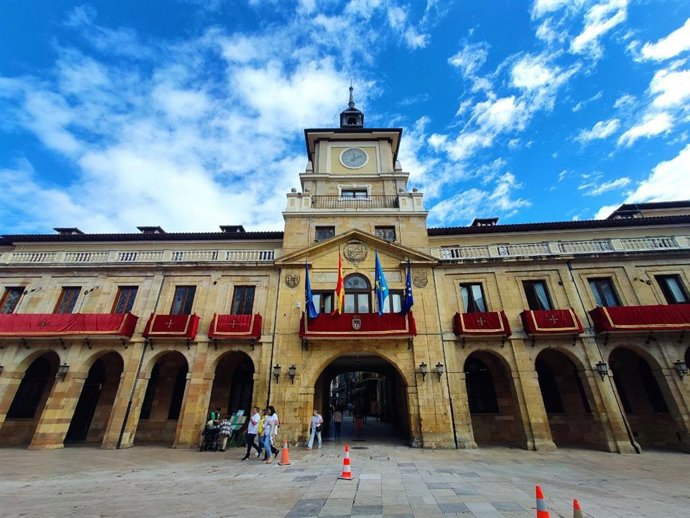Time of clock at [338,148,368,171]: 12:09
